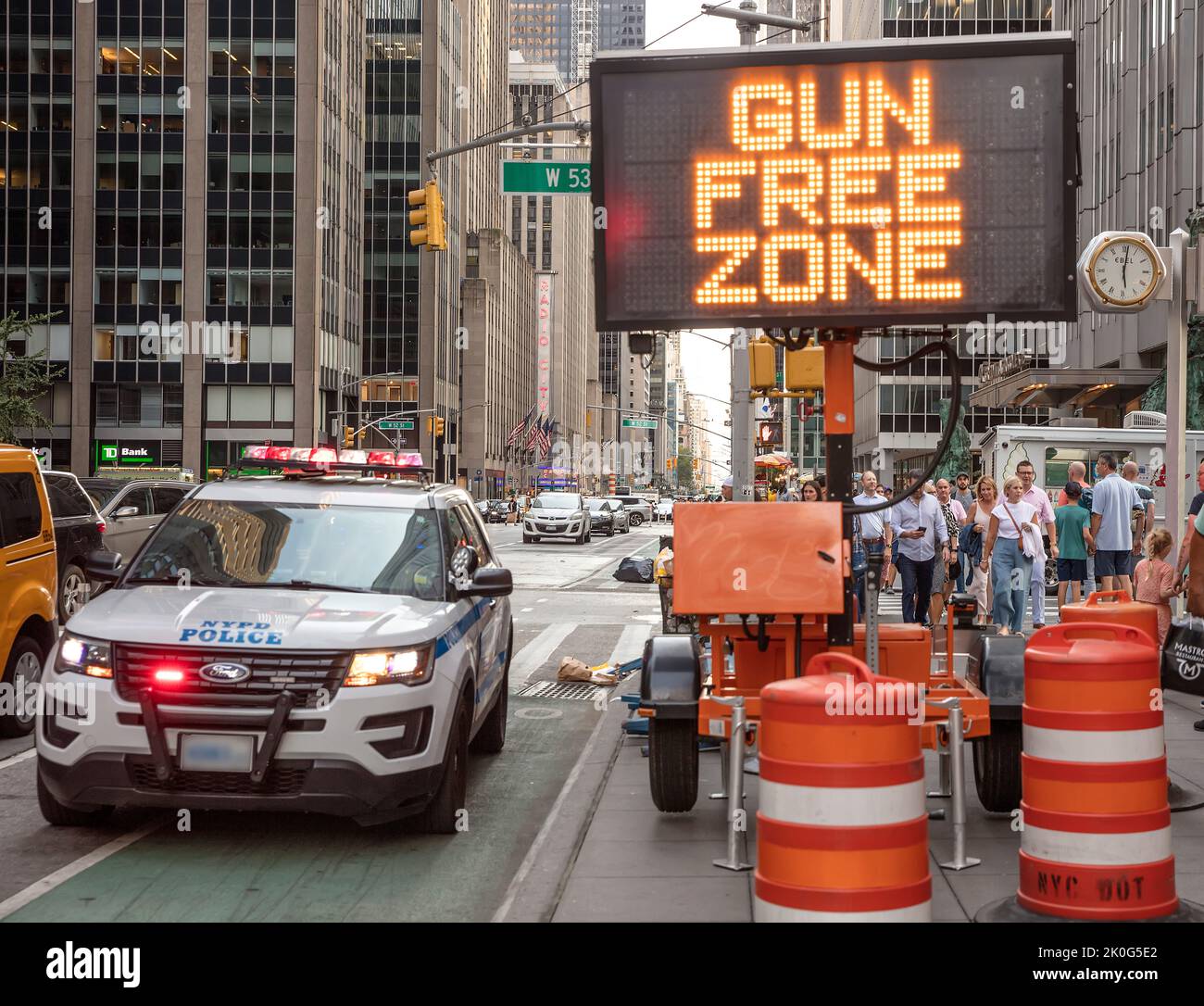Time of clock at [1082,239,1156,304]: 6:01
